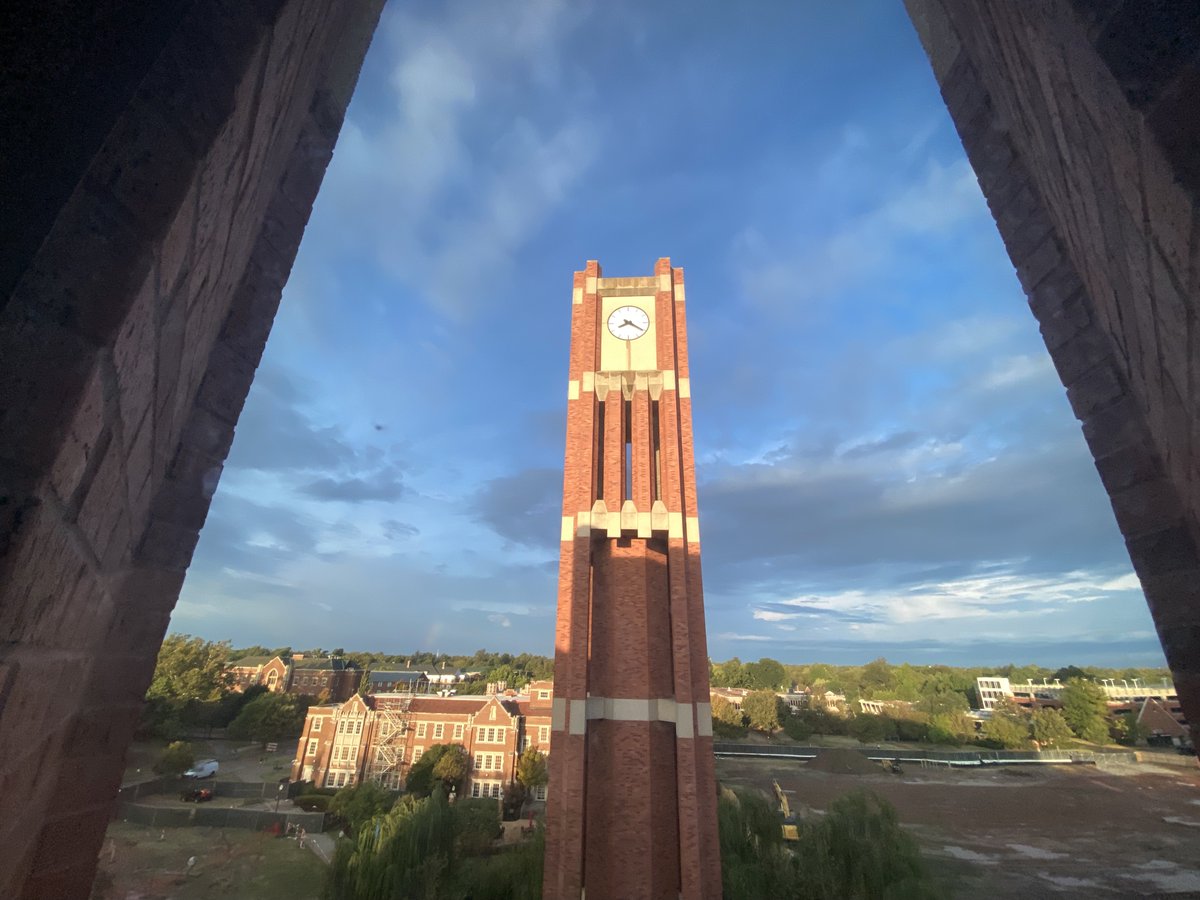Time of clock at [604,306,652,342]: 8:20
